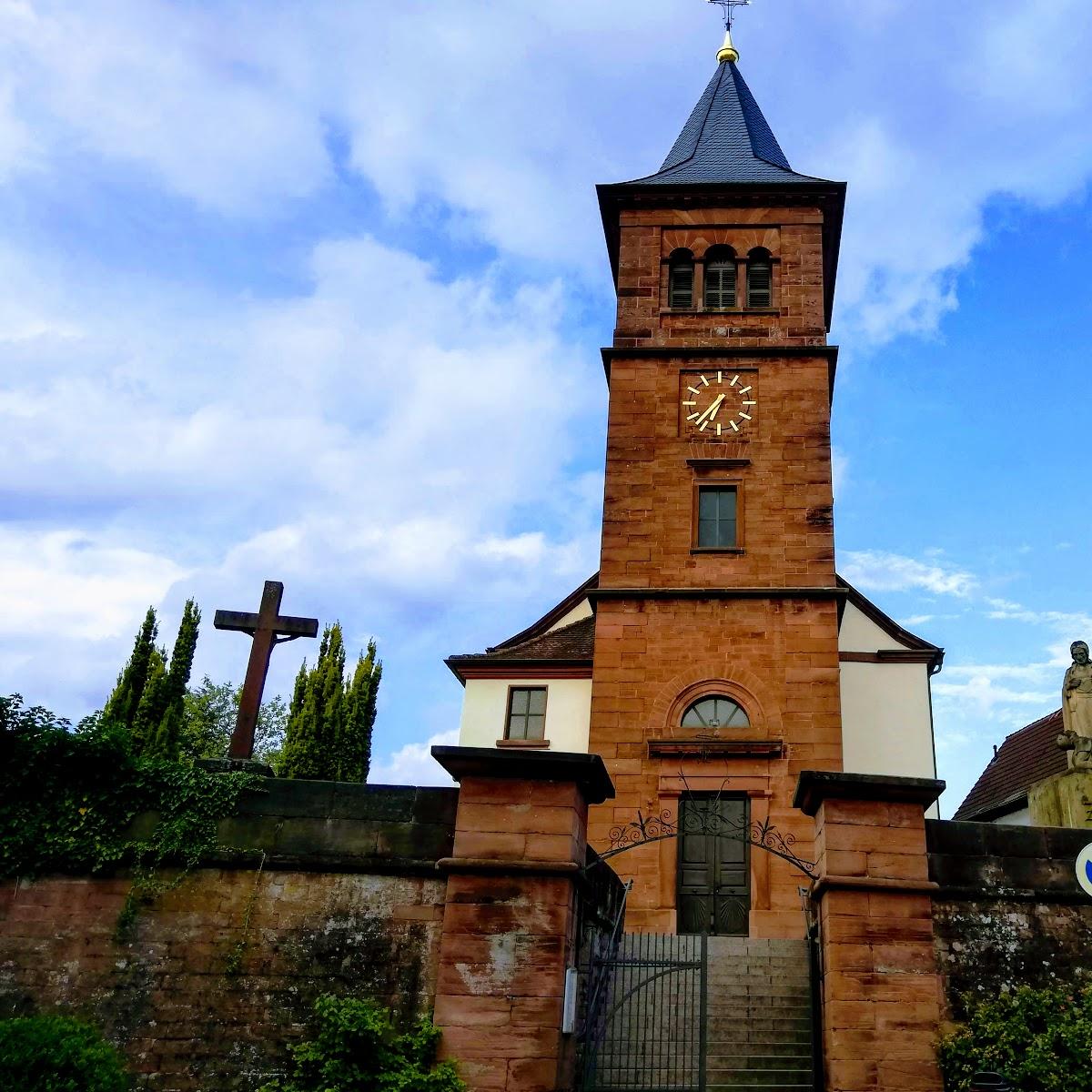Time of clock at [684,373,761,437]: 6:36
